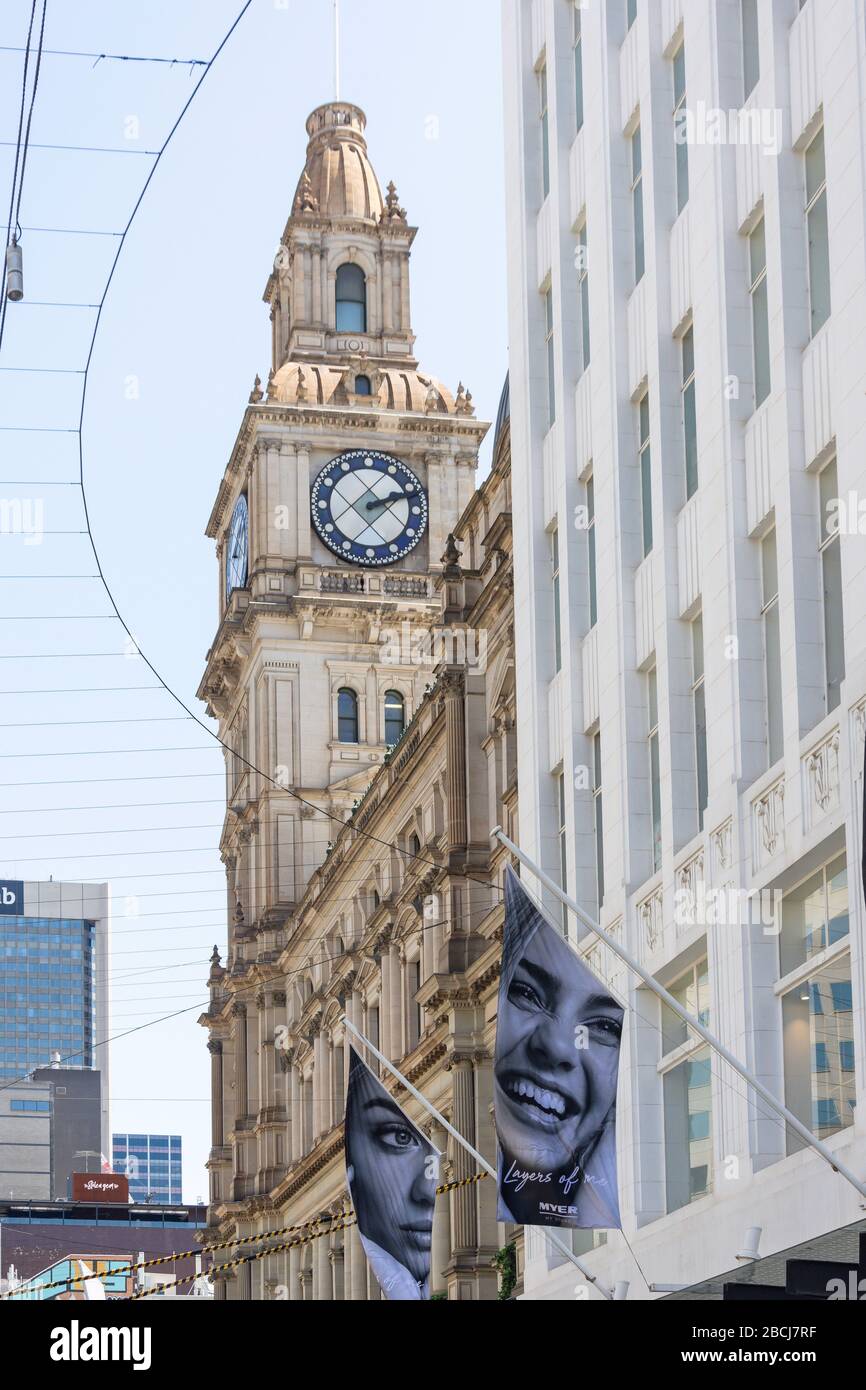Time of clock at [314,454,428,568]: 2:11
